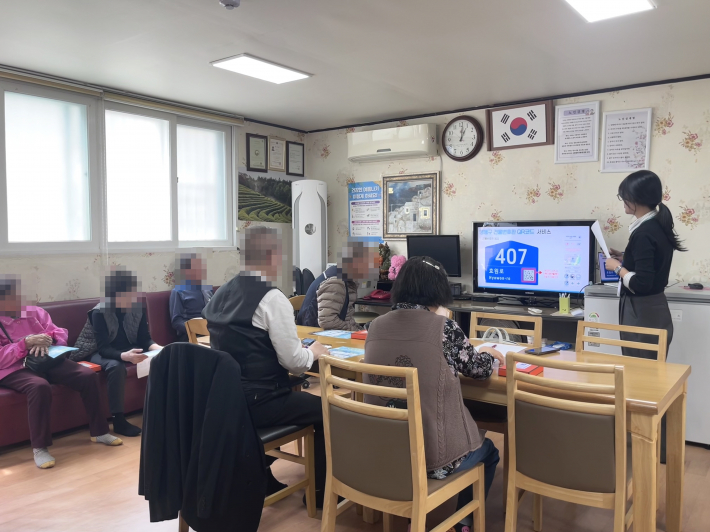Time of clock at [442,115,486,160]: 1:01
